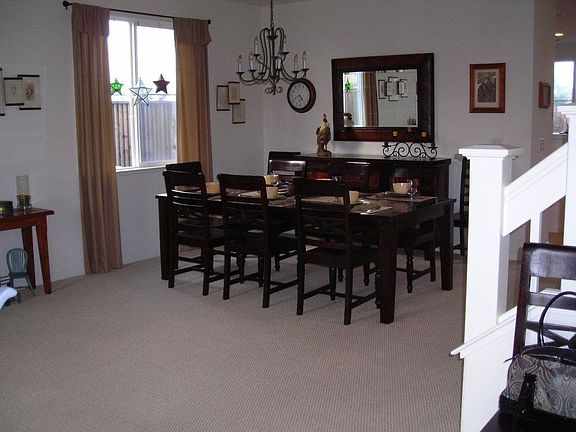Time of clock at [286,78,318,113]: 4:41
